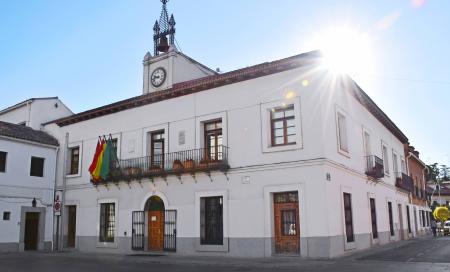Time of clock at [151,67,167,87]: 9:43
